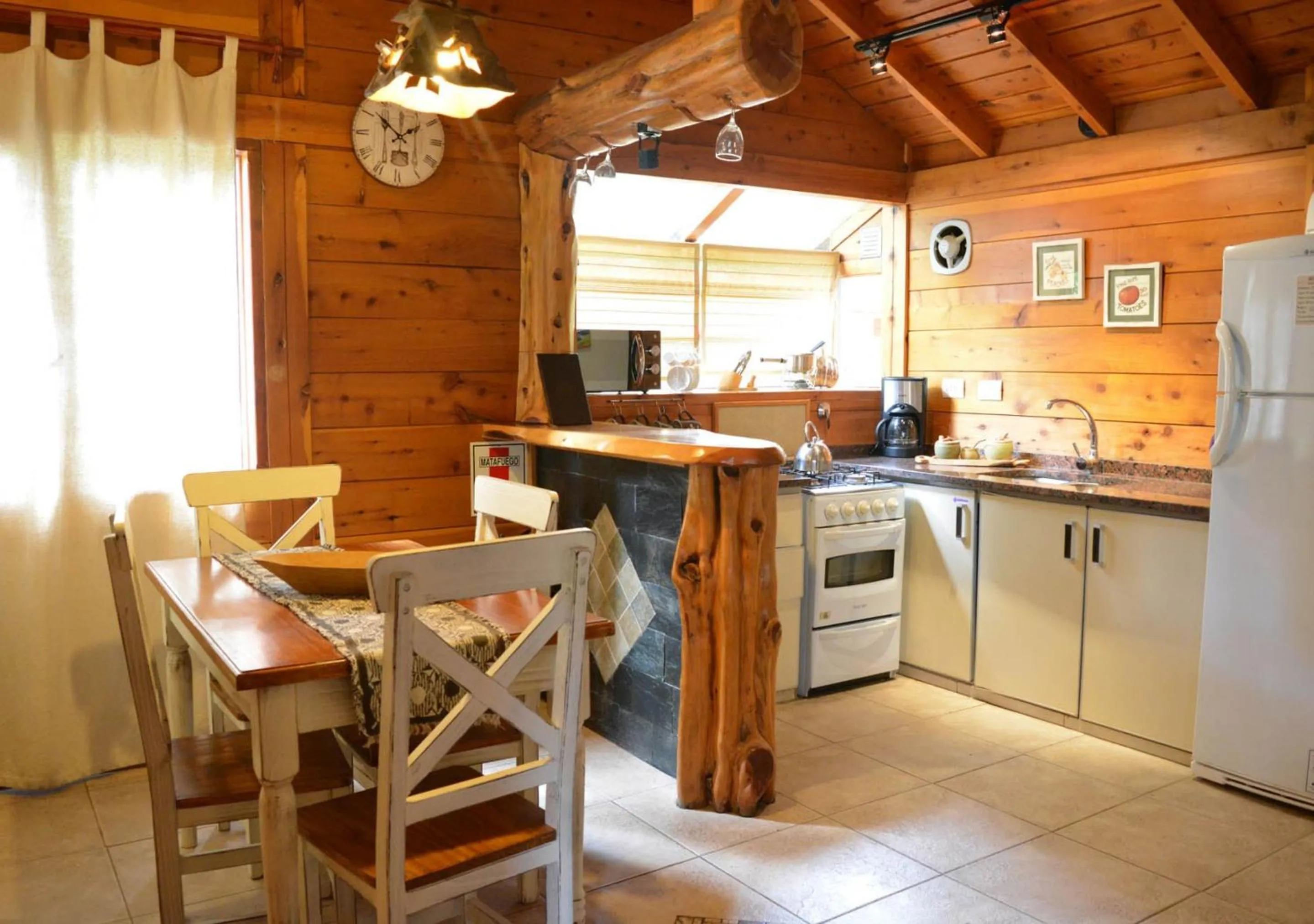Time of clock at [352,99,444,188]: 1:51
